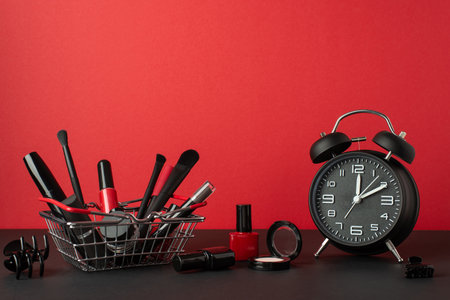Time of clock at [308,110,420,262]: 2:00
